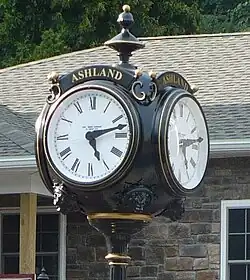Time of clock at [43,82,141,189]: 5:12
